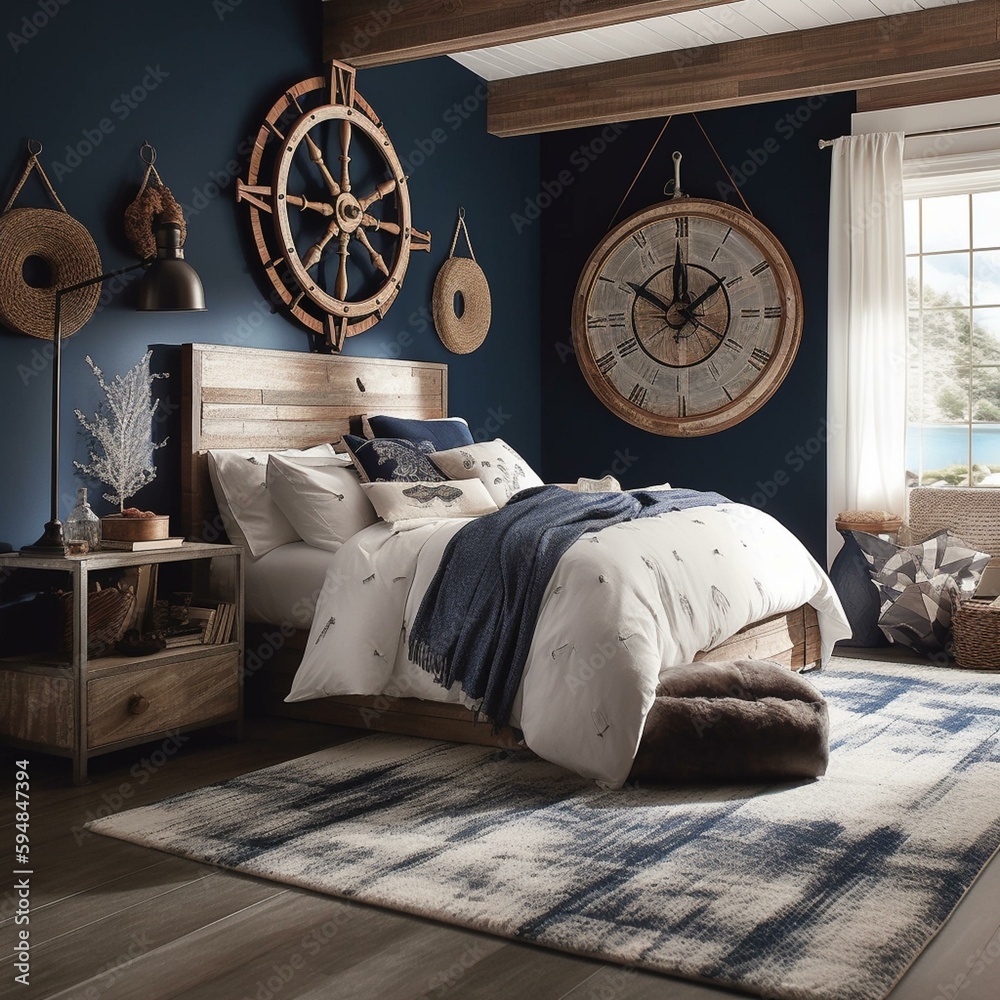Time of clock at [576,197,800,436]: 11:50
